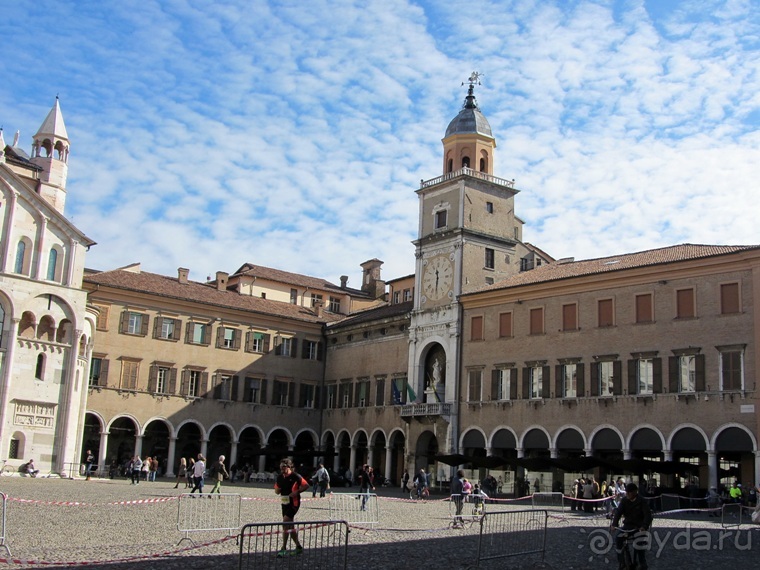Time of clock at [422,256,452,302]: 11:31
